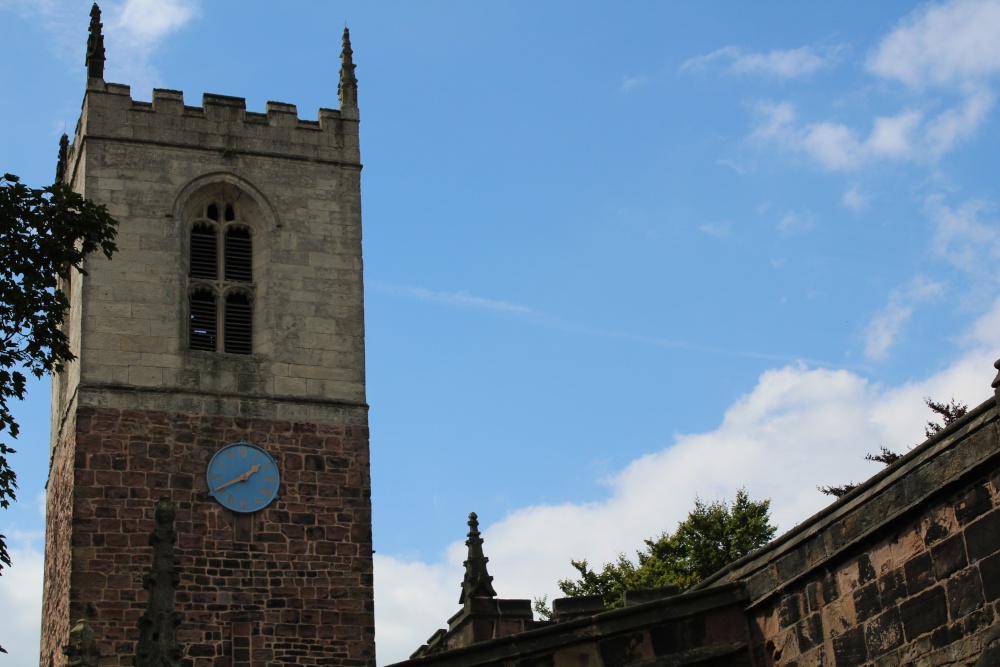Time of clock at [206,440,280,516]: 1:40
